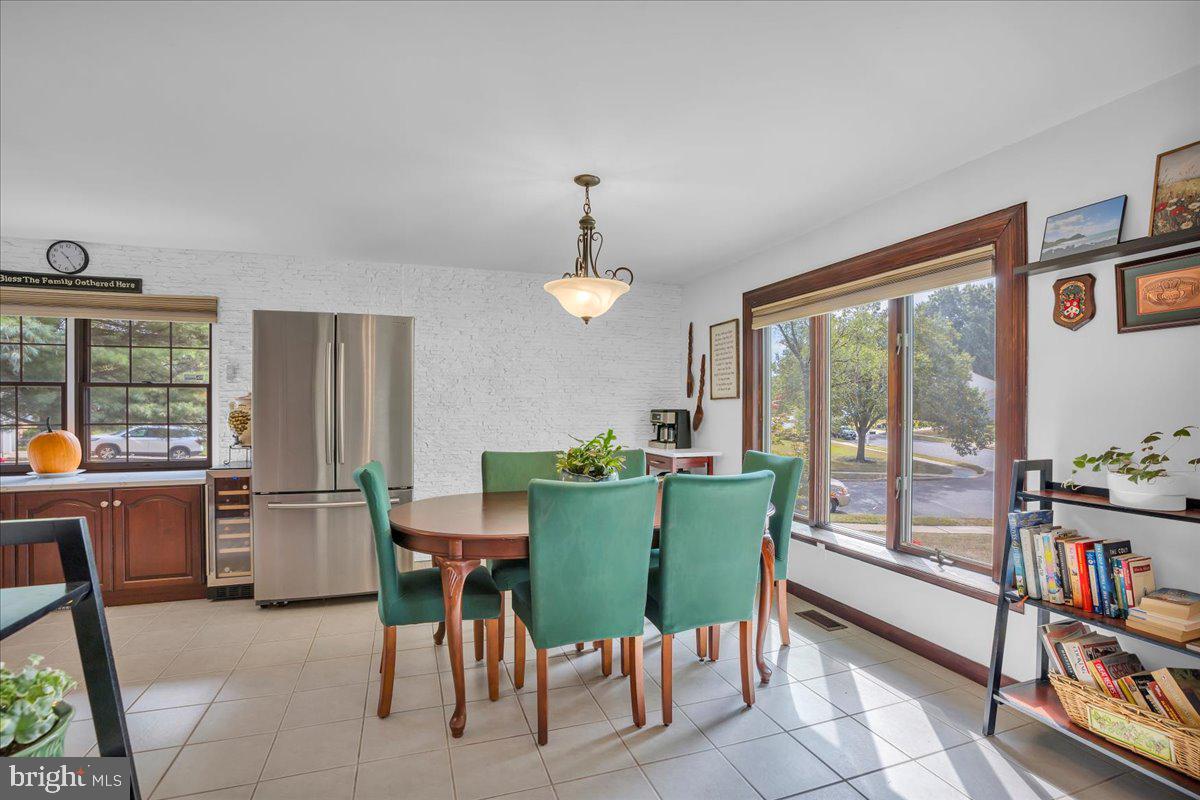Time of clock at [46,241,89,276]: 10:24
